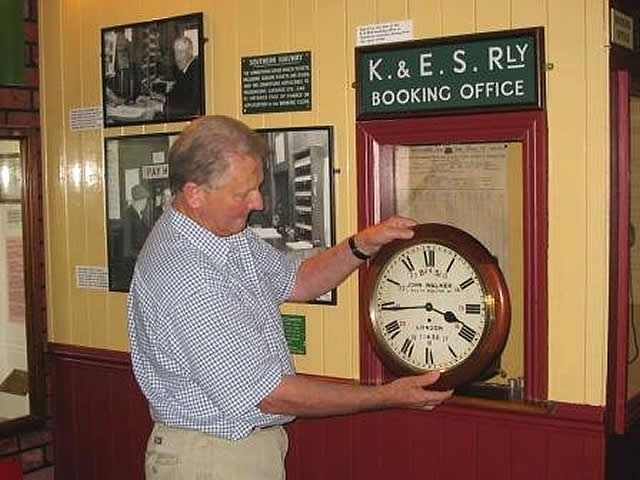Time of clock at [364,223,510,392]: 3:43
